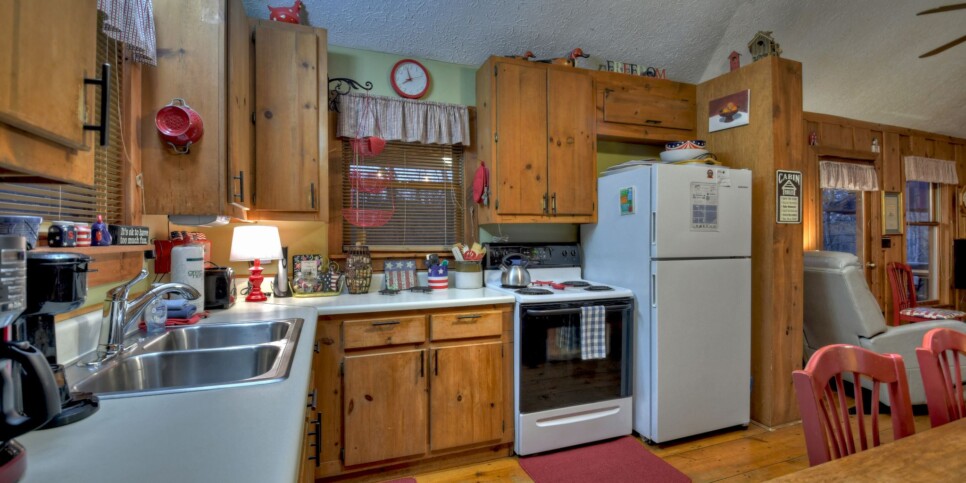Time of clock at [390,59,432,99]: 7:57
